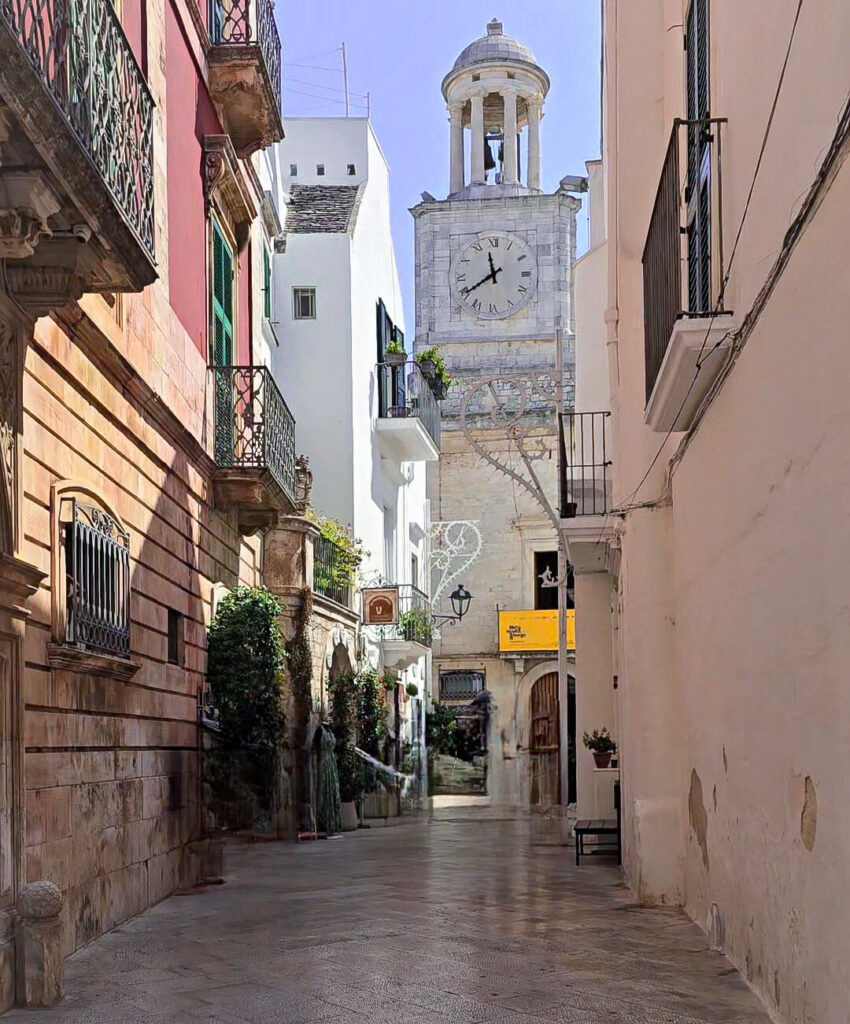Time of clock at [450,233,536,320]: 11:39
